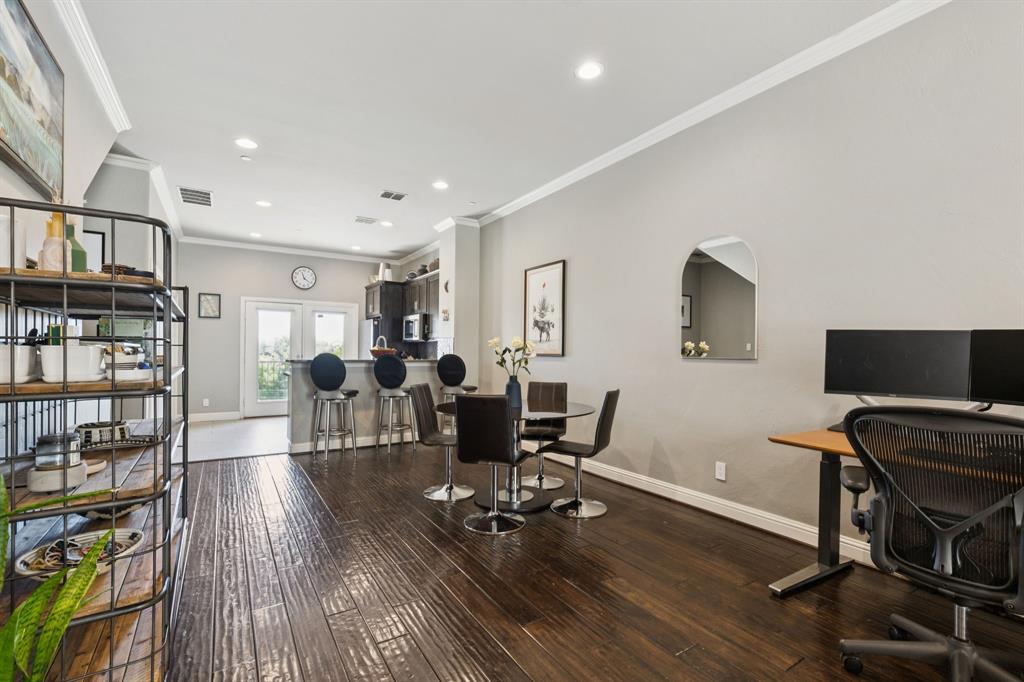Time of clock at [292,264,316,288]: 11:21
